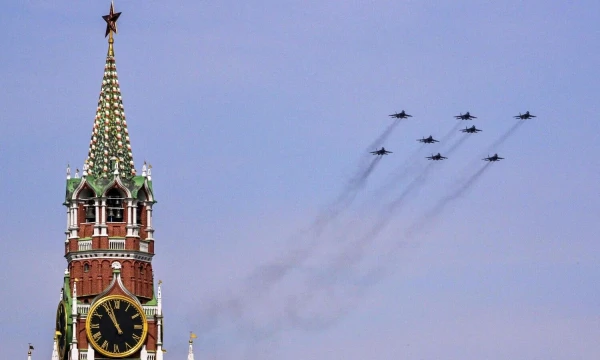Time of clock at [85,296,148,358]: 10:56
